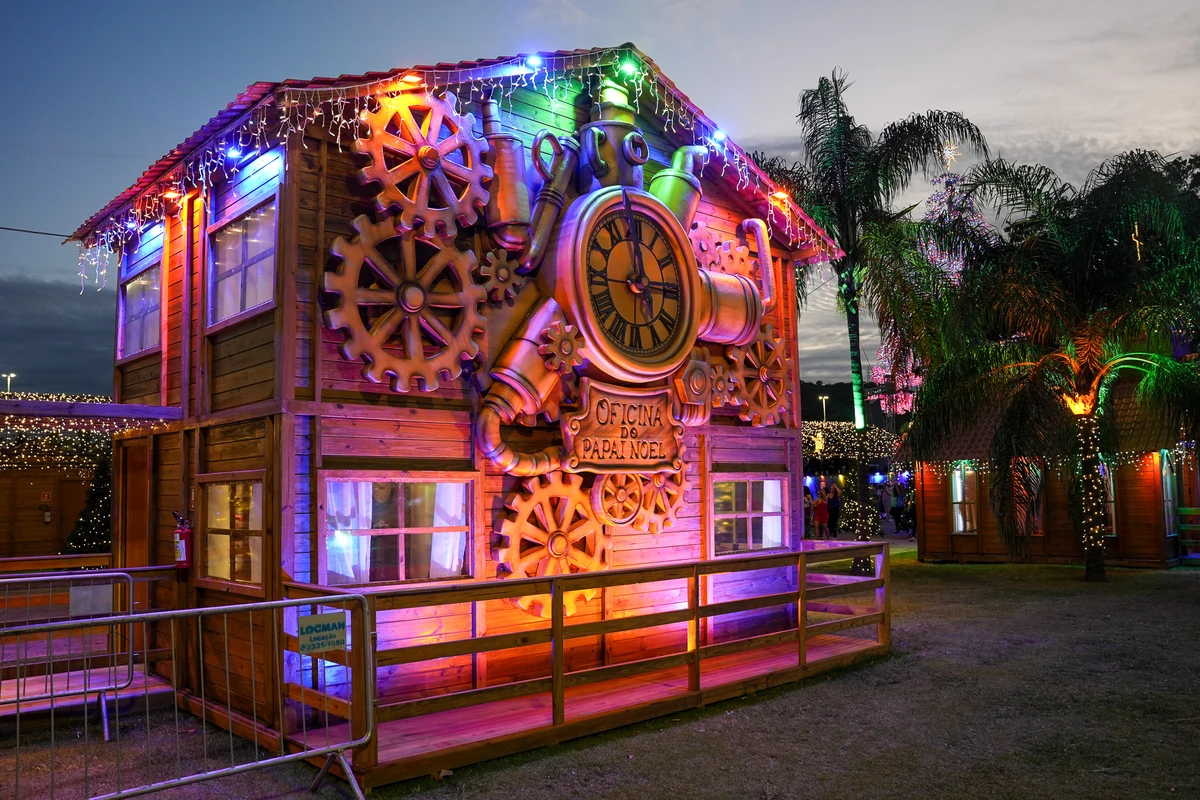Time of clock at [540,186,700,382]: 12:14
